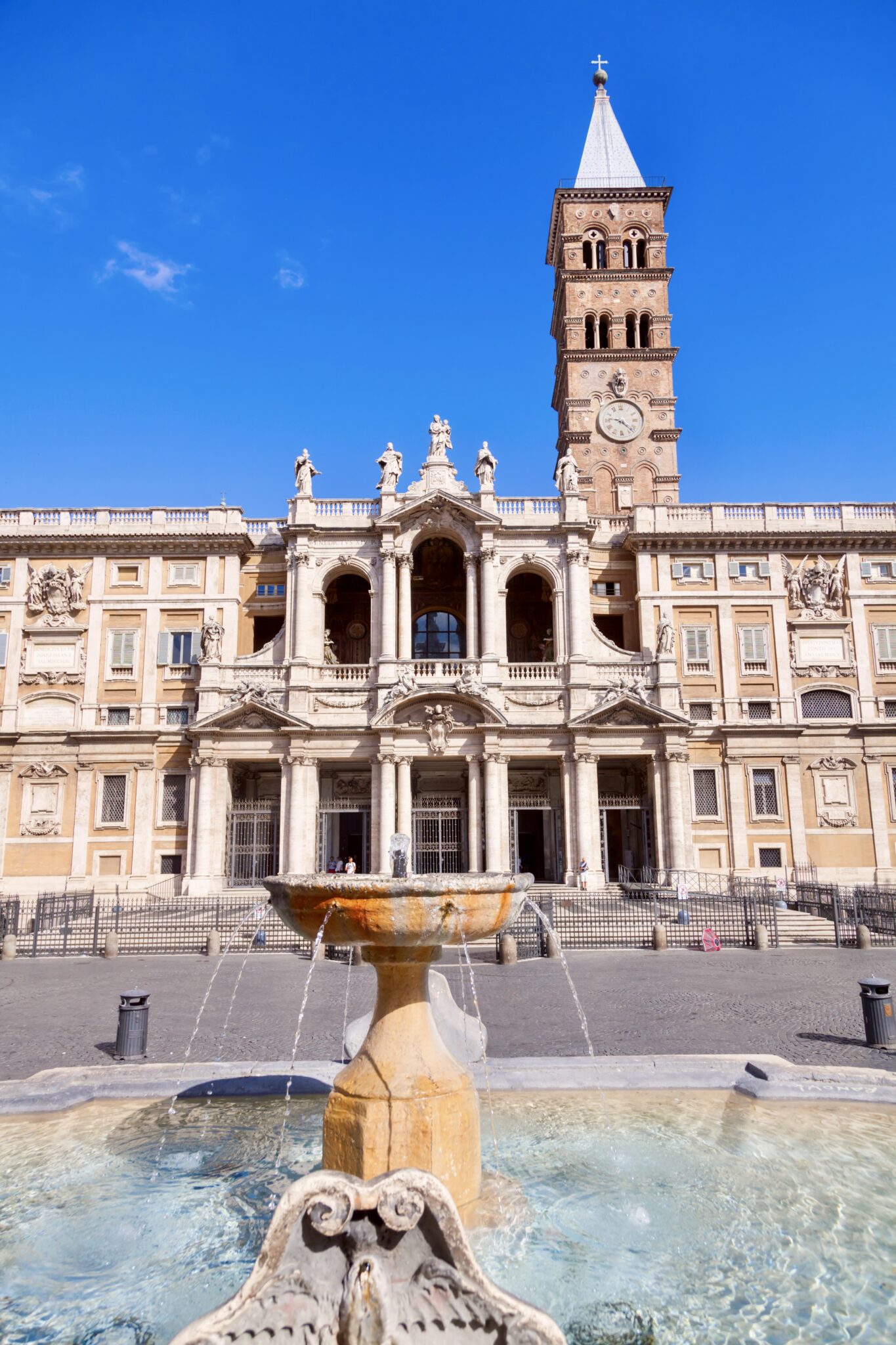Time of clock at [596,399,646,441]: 9:22
